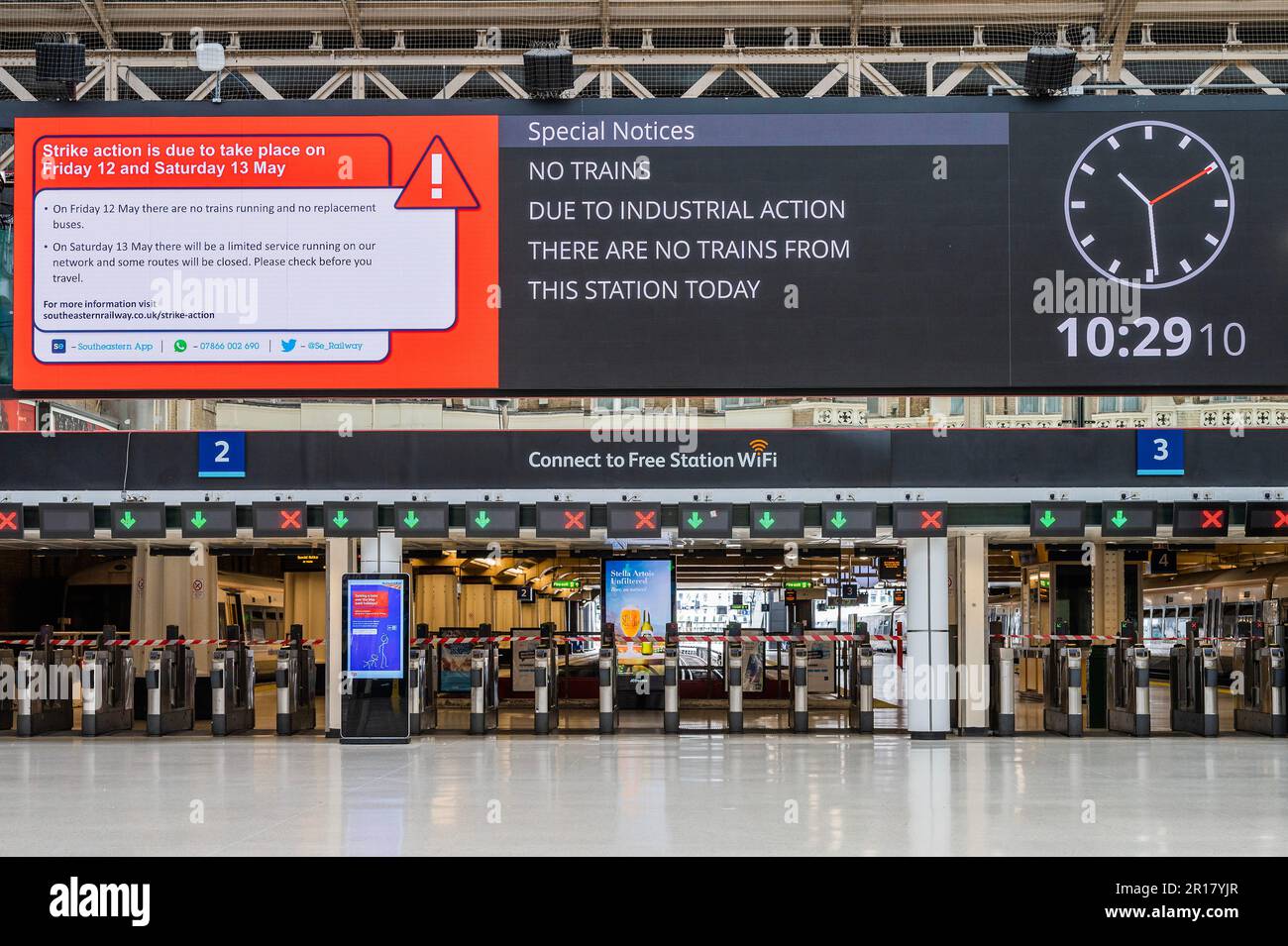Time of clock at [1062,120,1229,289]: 10:29
